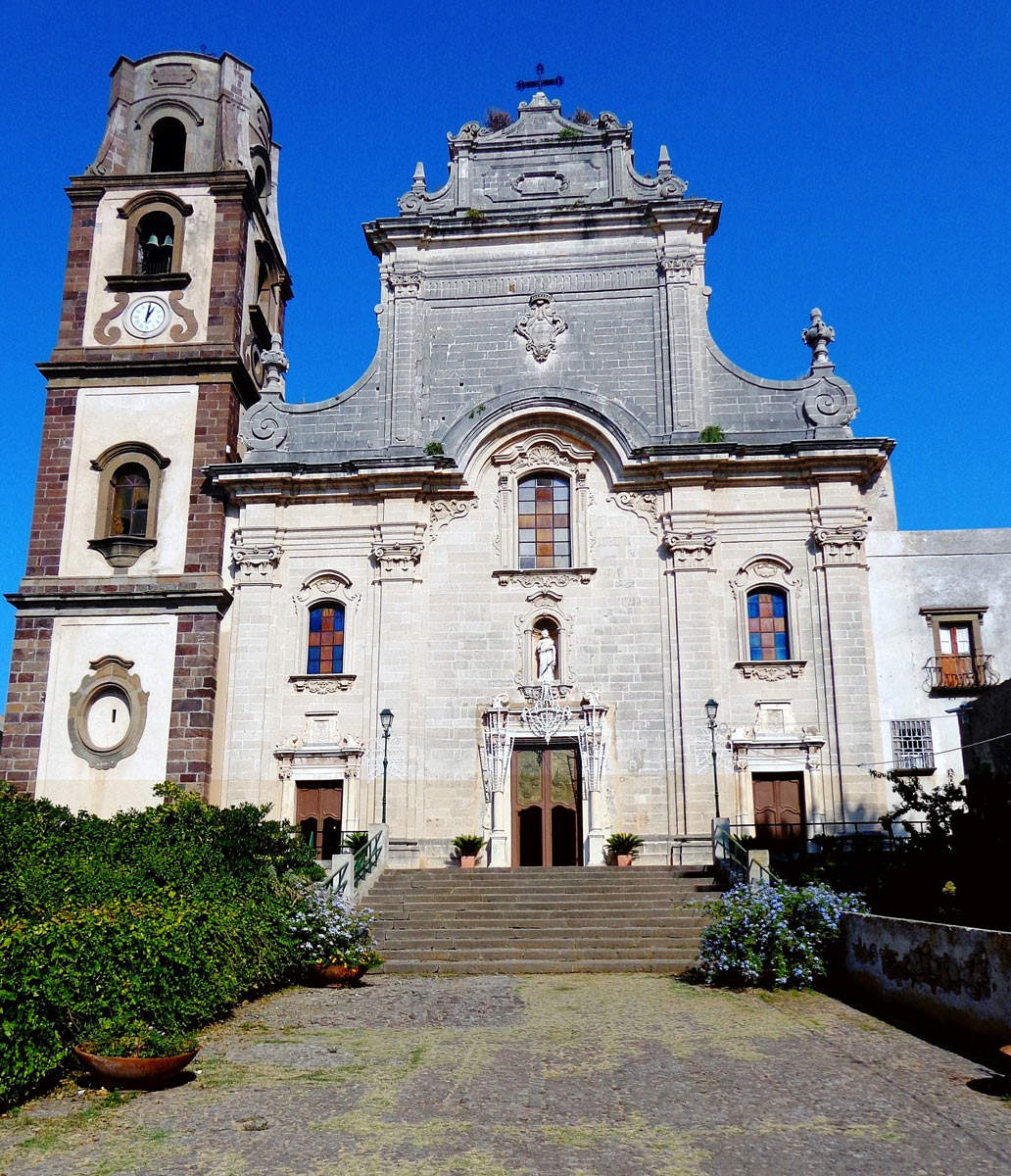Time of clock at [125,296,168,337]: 1:01
